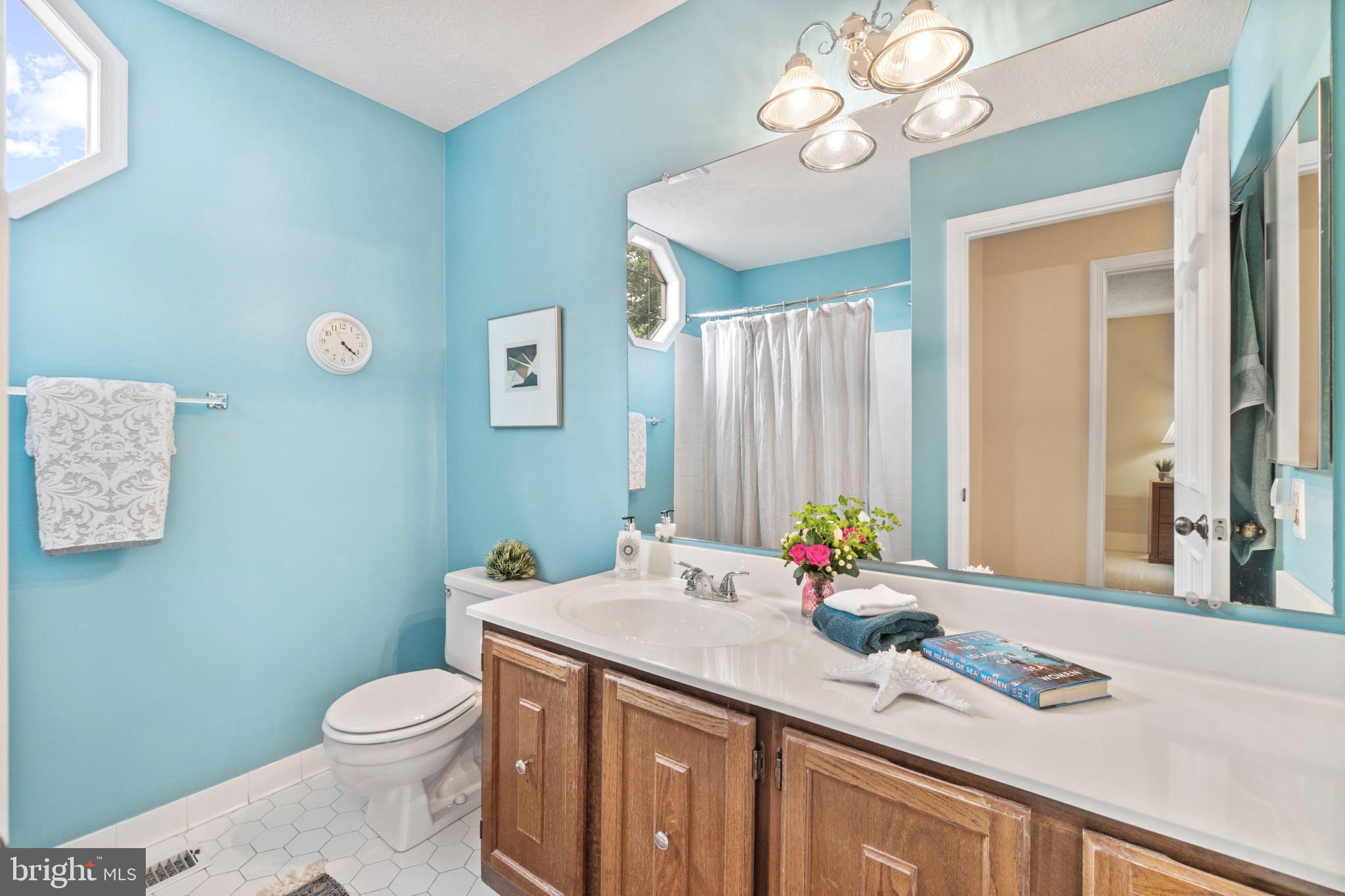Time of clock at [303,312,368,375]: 4:21
